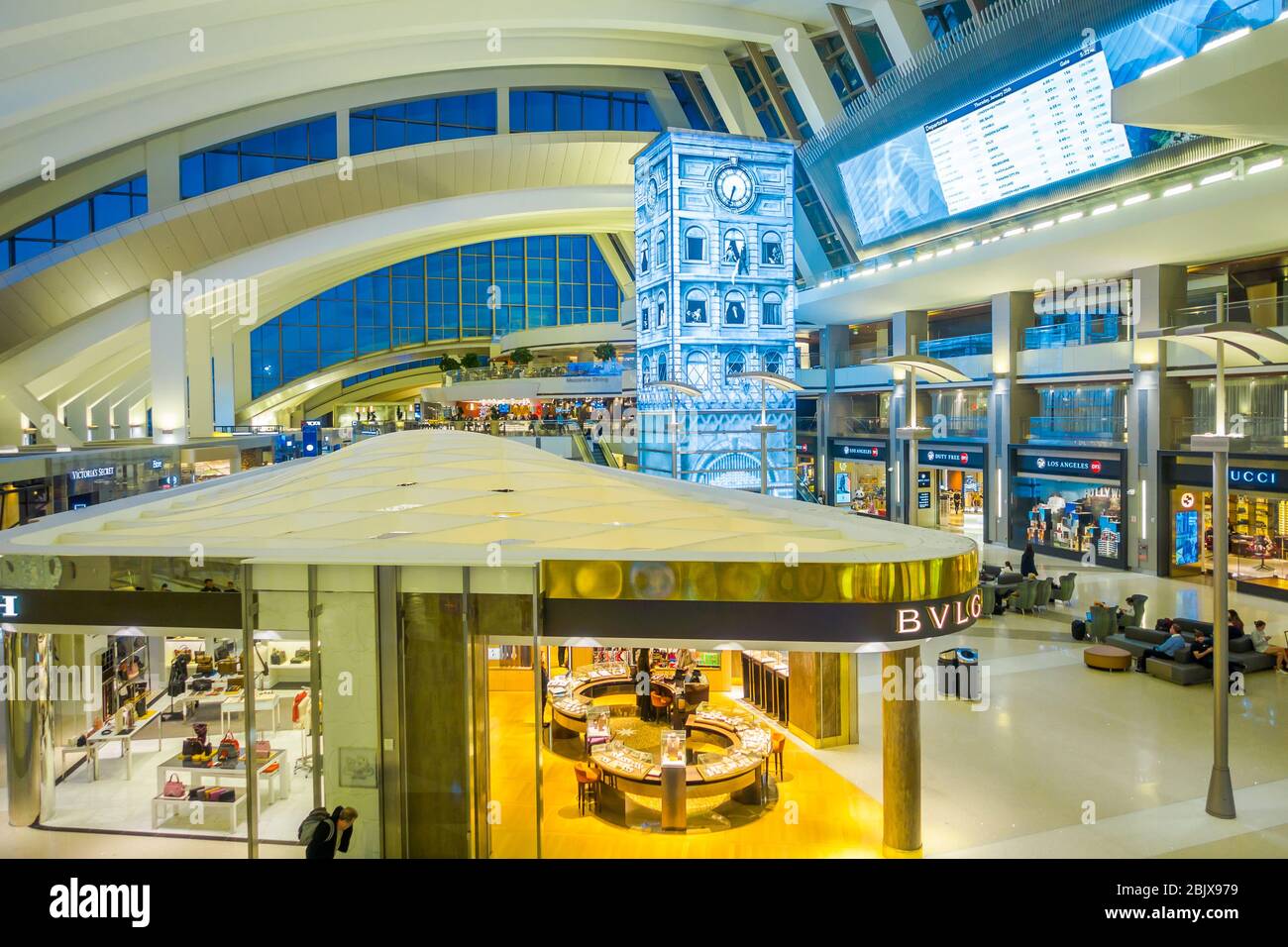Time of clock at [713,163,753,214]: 6:33
